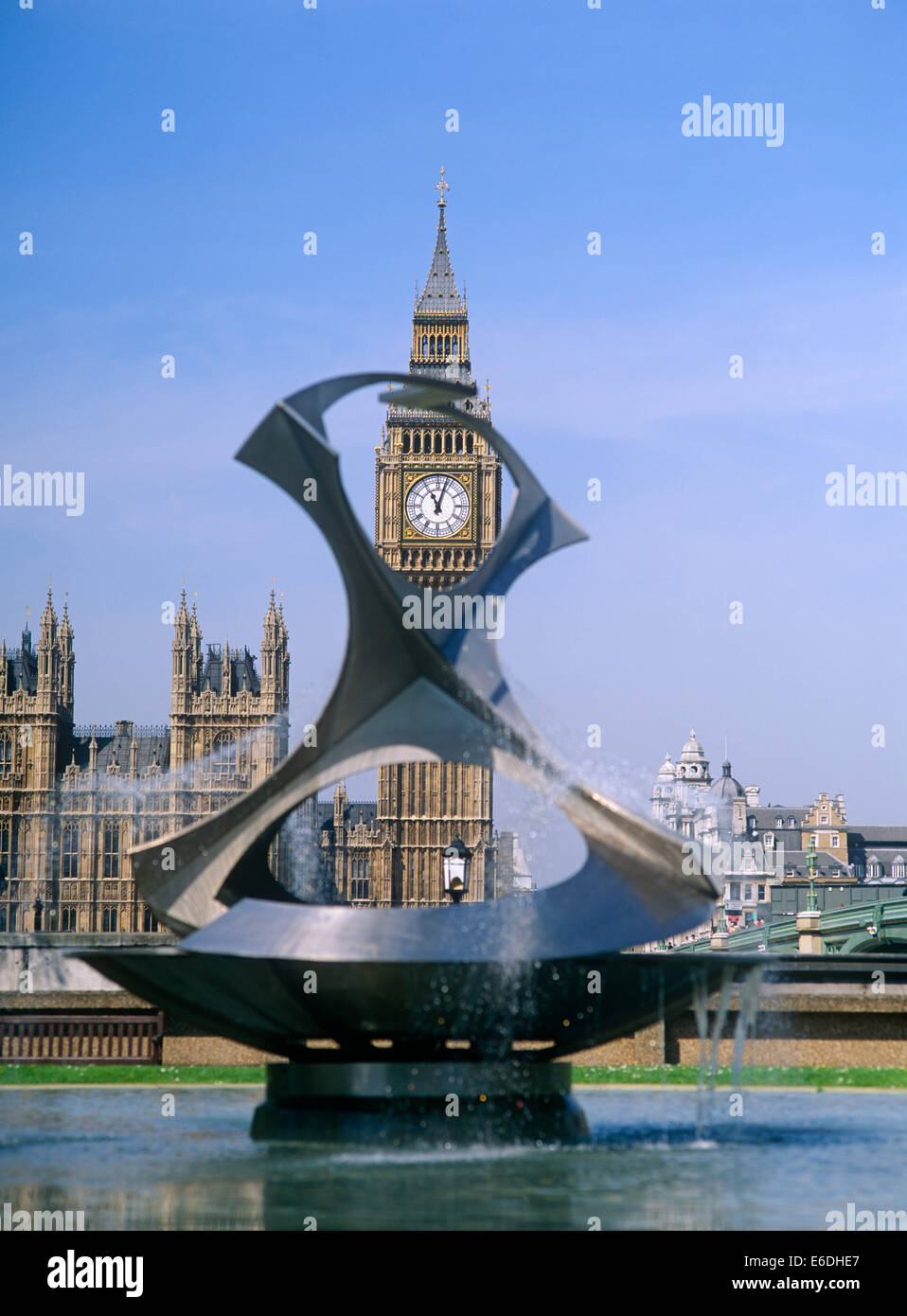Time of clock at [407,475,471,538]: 11:03
